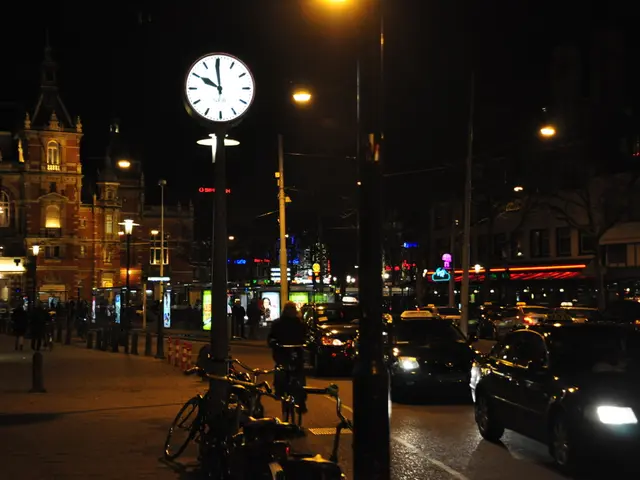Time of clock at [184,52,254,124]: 9:59
